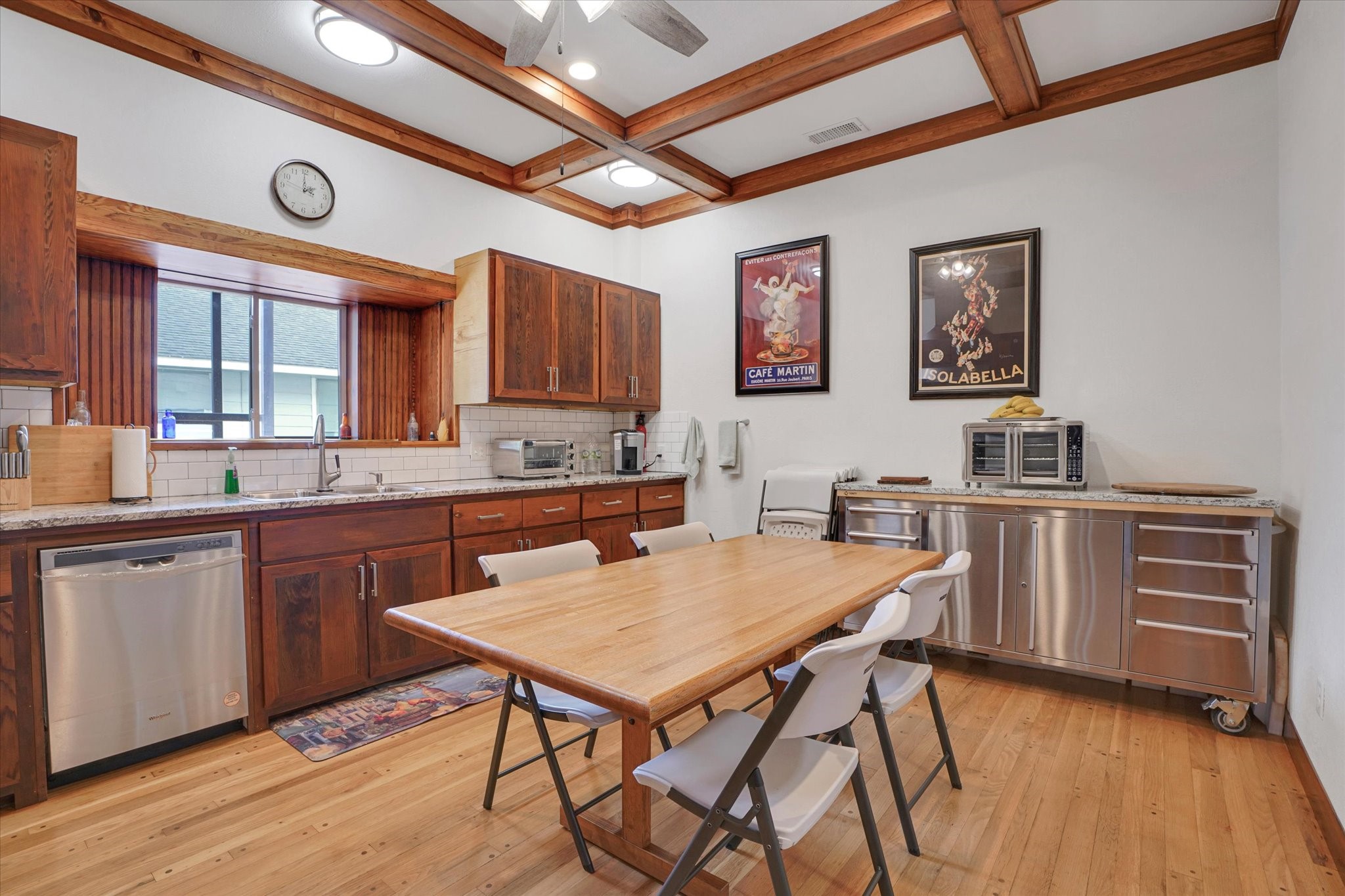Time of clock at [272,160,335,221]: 2:00
